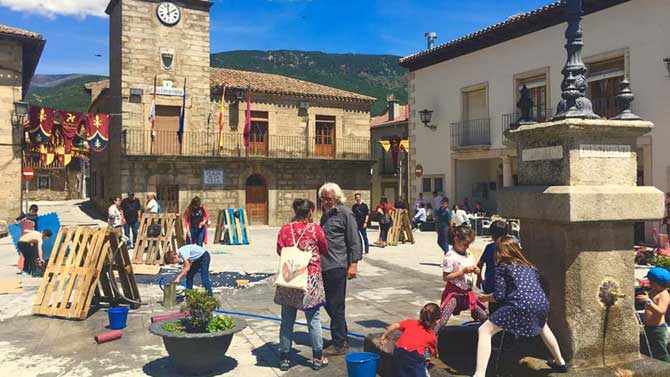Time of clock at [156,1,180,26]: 1:59
